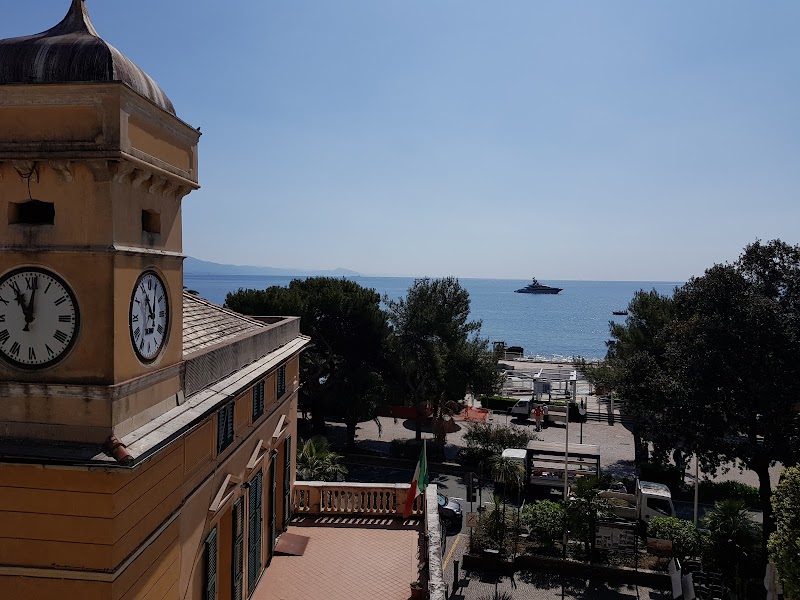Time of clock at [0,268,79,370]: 11:01
